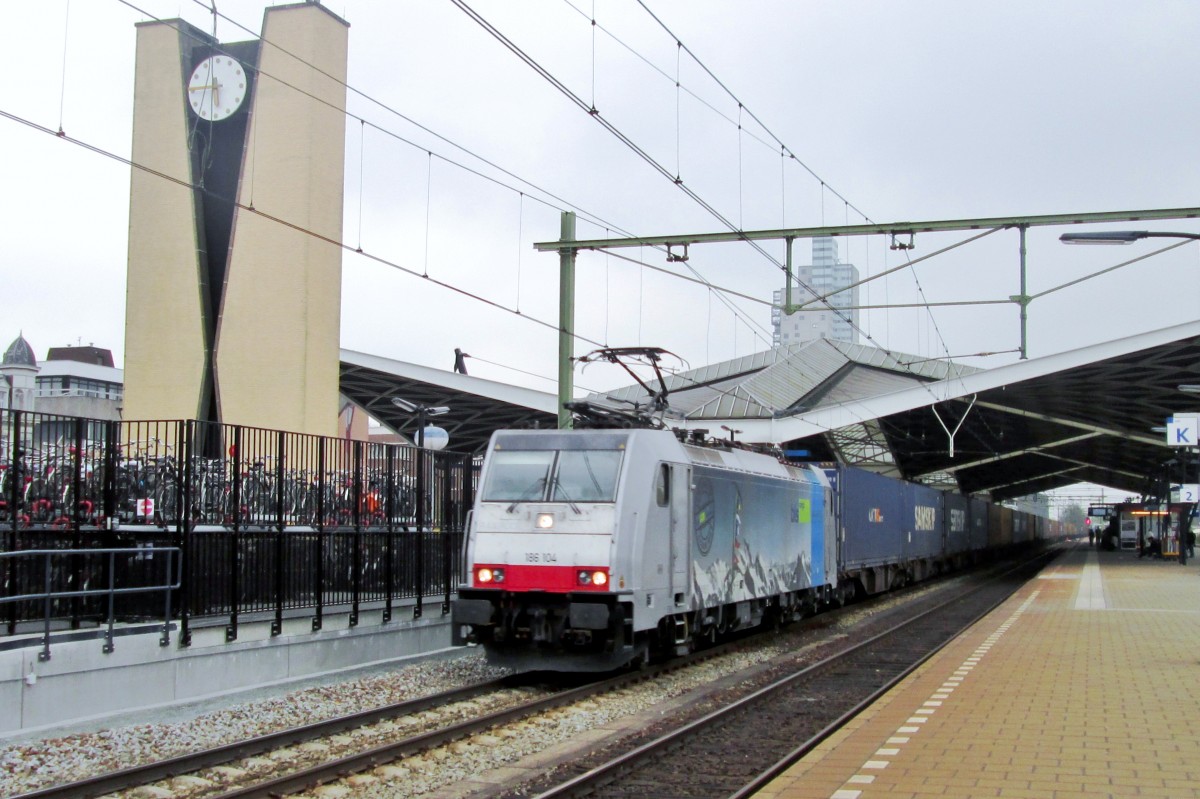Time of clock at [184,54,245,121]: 5:45
